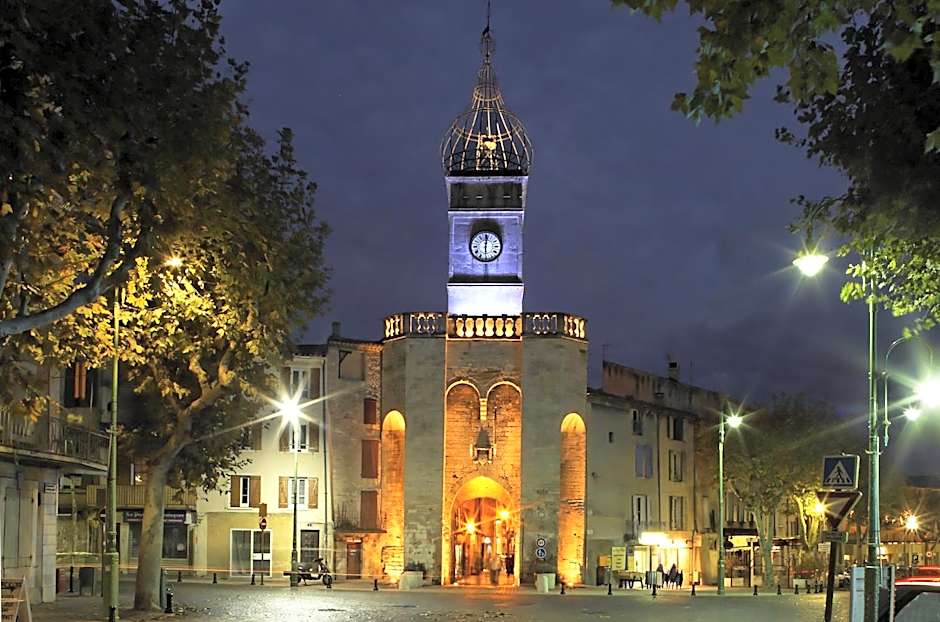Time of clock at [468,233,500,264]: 6:01
